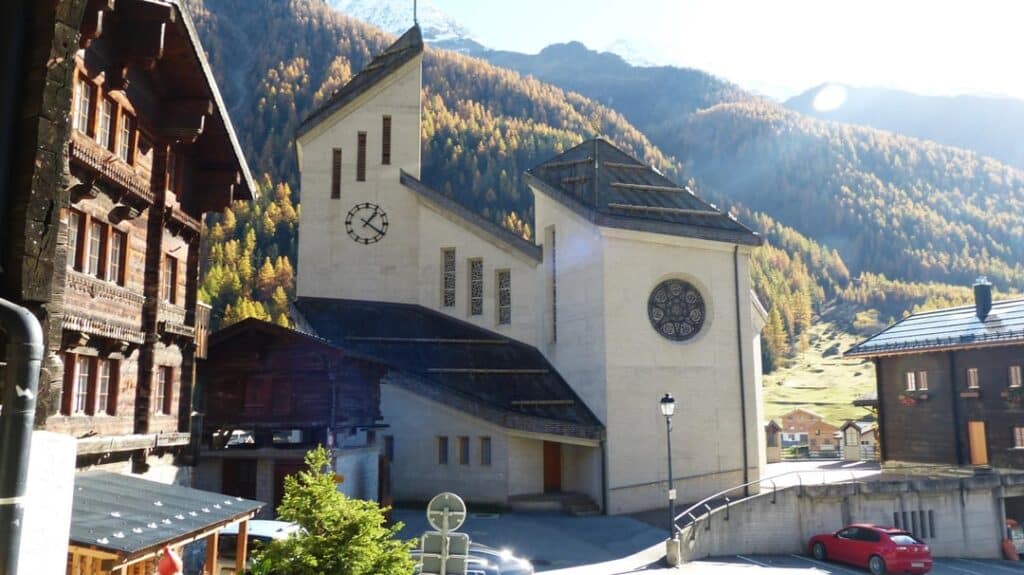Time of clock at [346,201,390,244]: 1:20
